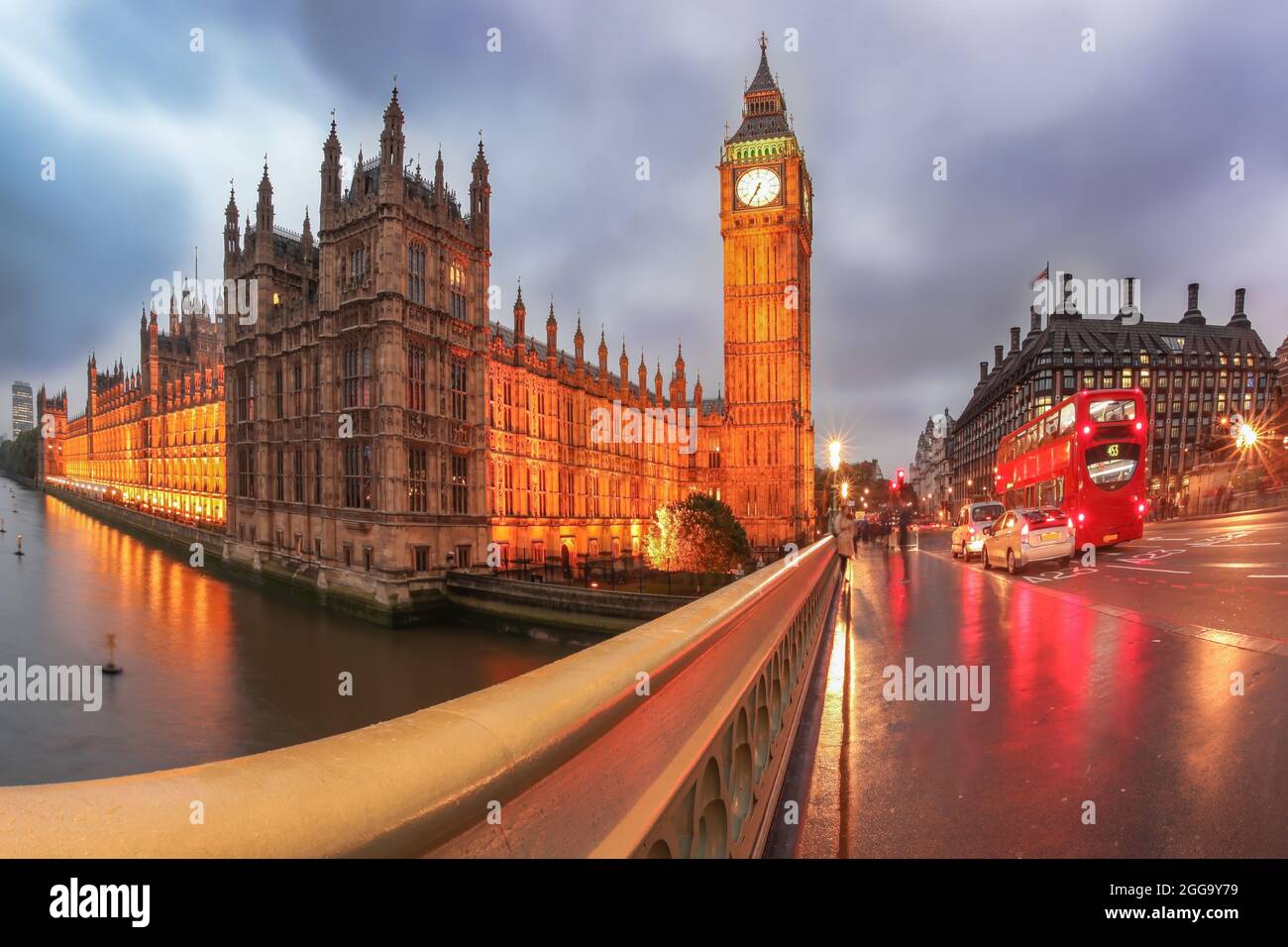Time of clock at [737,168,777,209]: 6:34
